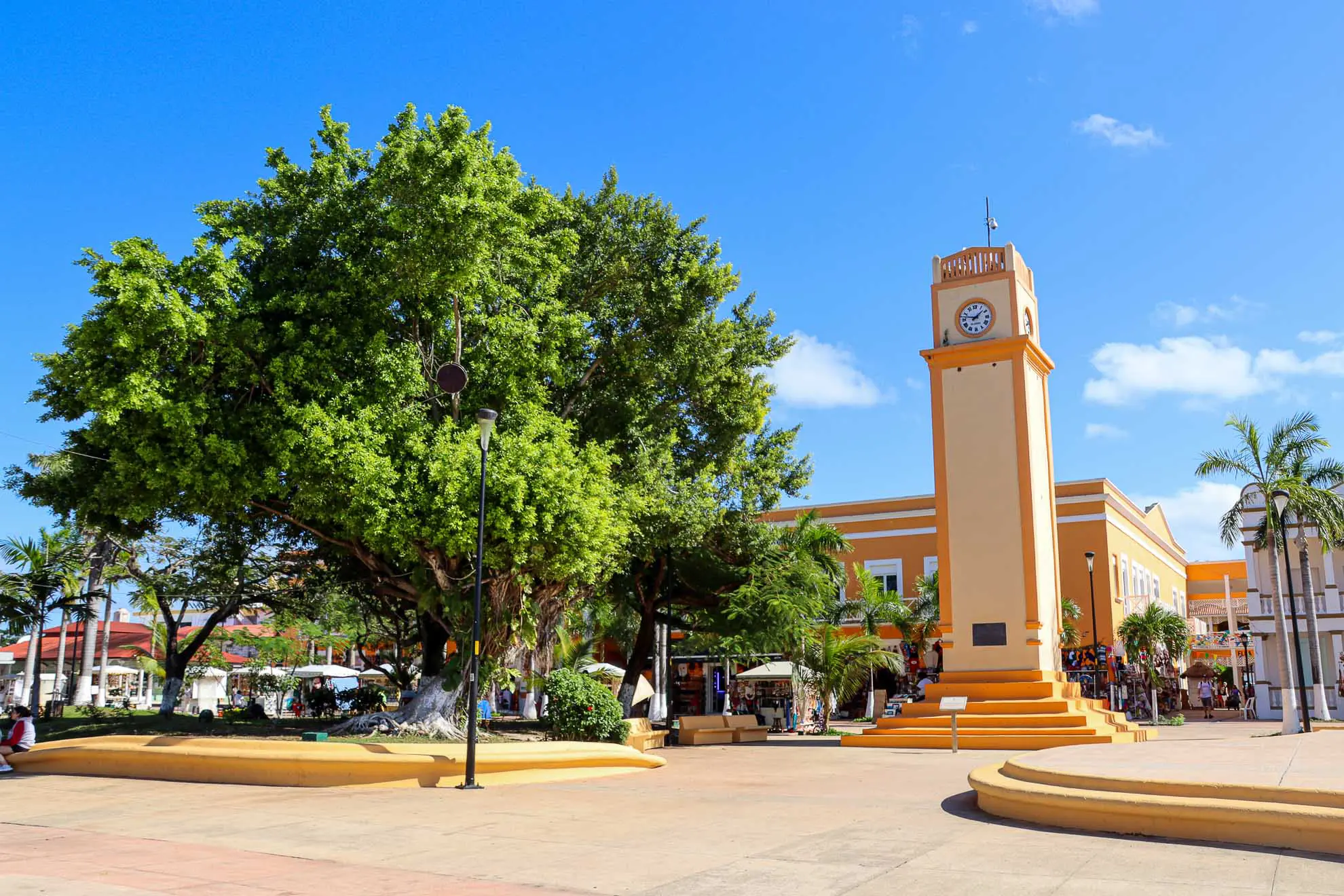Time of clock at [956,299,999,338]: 1:46
